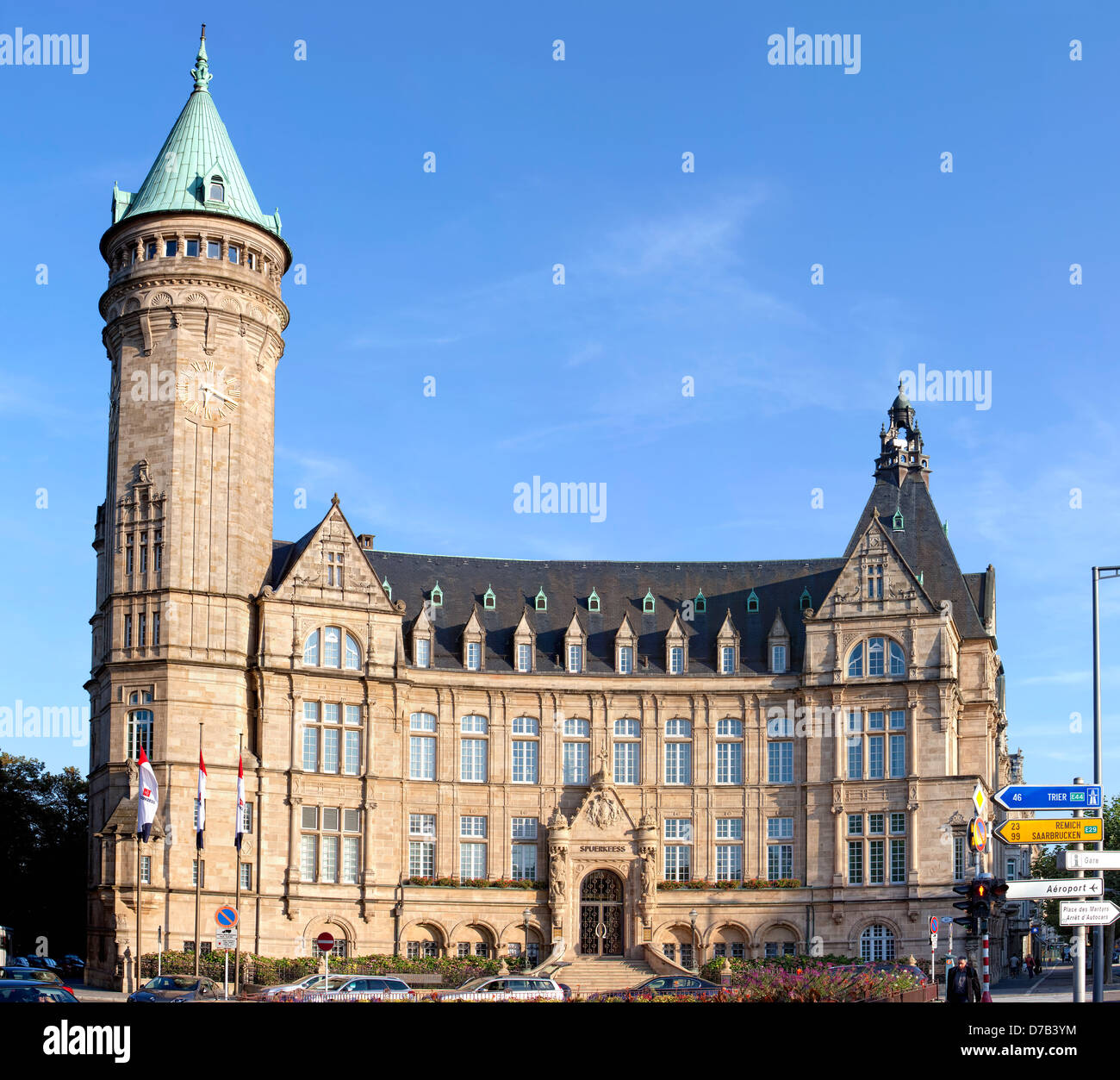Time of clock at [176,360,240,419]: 6:18
